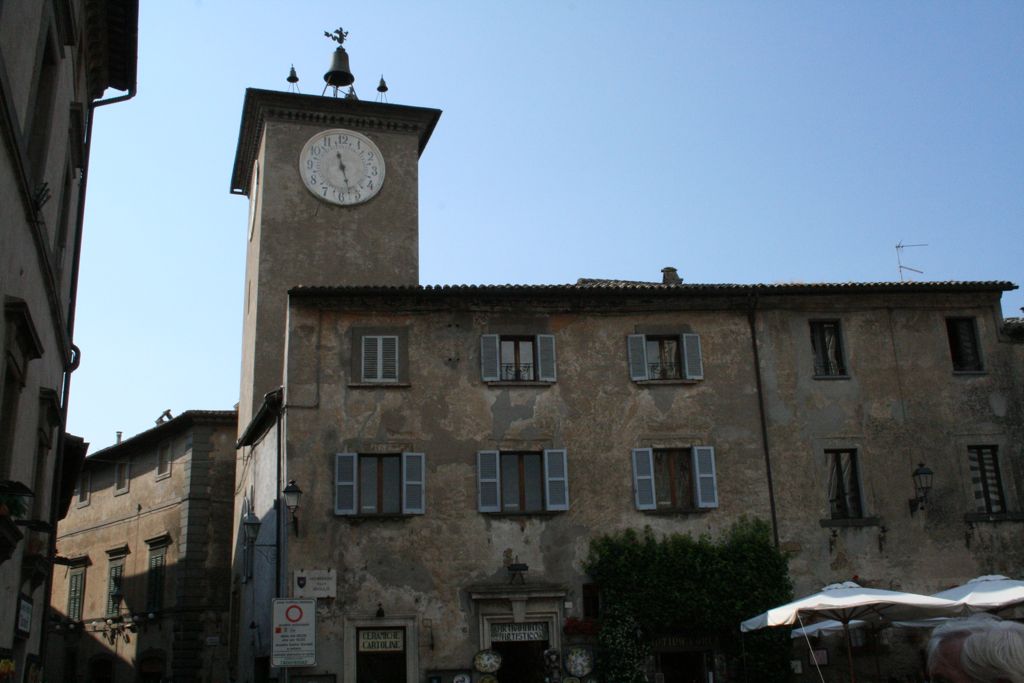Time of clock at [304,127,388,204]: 11:27
